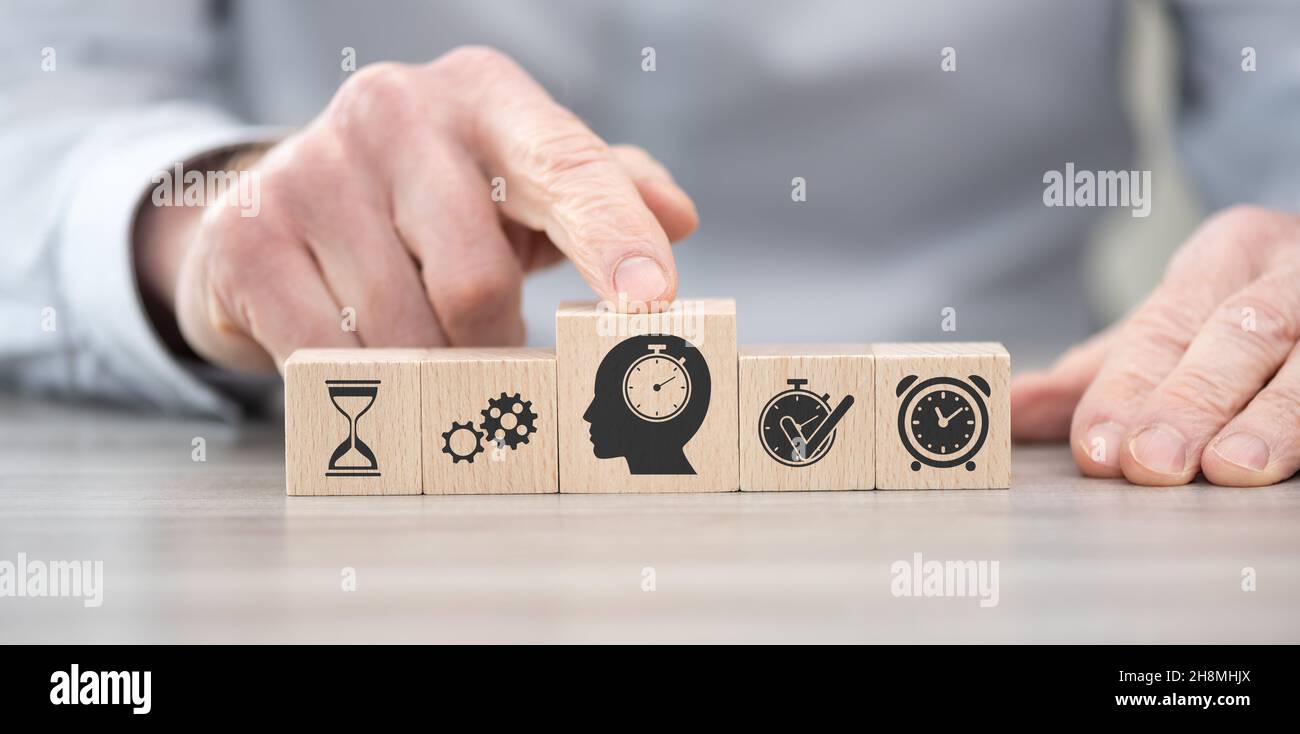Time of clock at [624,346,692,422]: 2:10
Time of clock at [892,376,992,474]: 11:08
